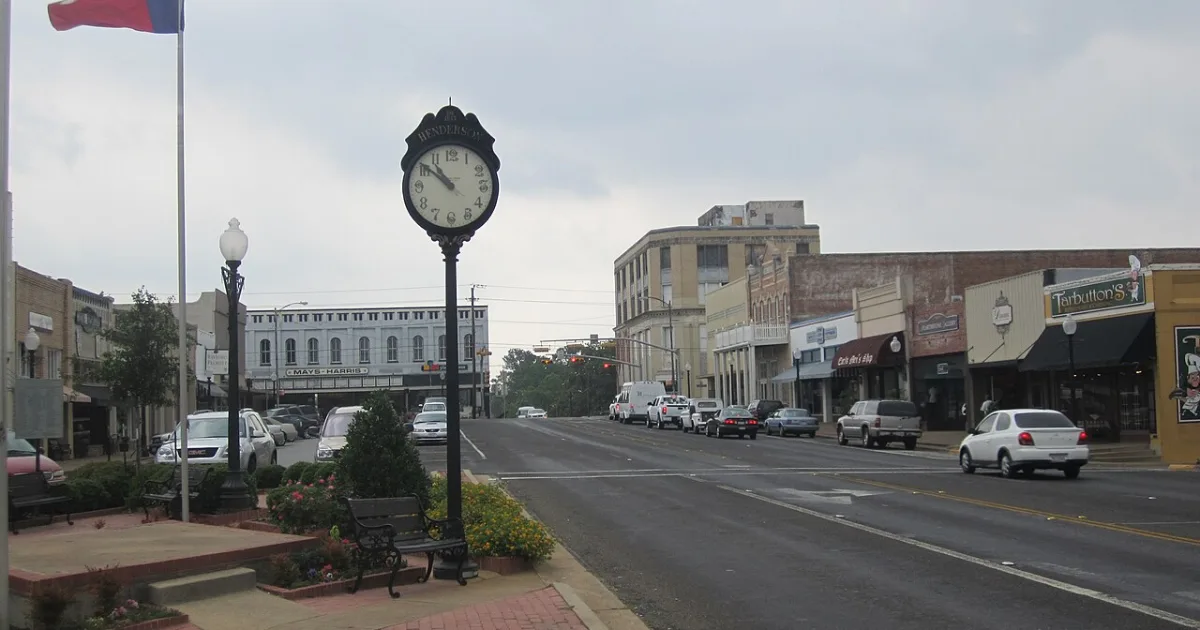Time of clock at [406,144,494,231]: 10:51
